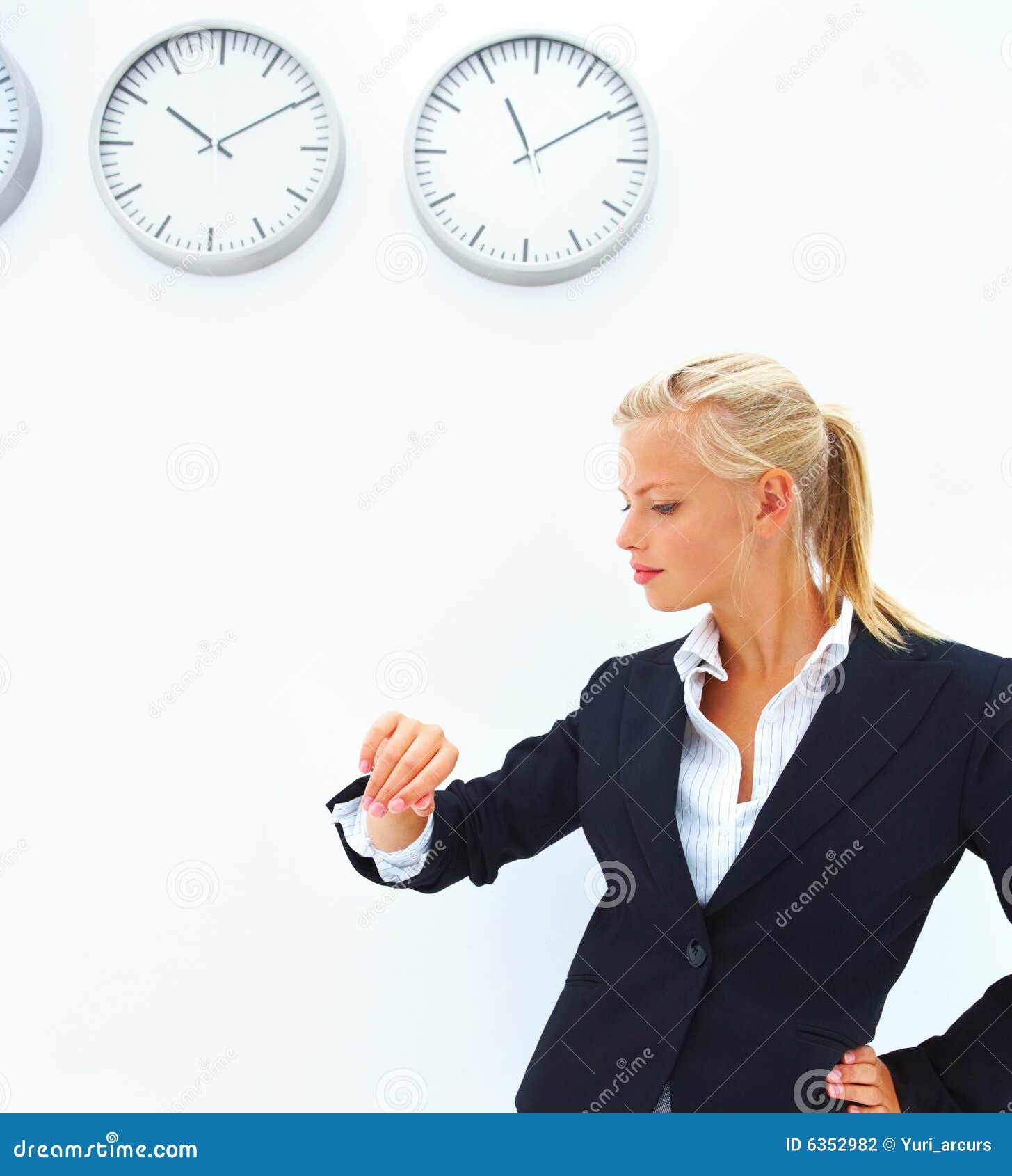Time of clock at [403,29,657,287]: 11:09
